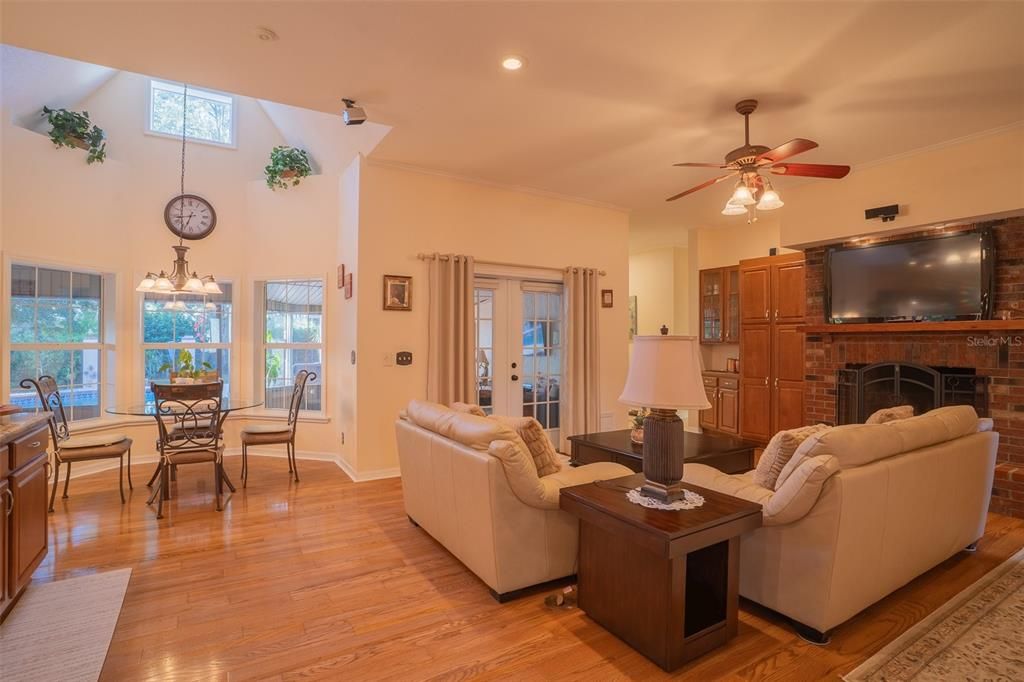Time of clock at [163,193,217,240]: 6:43
